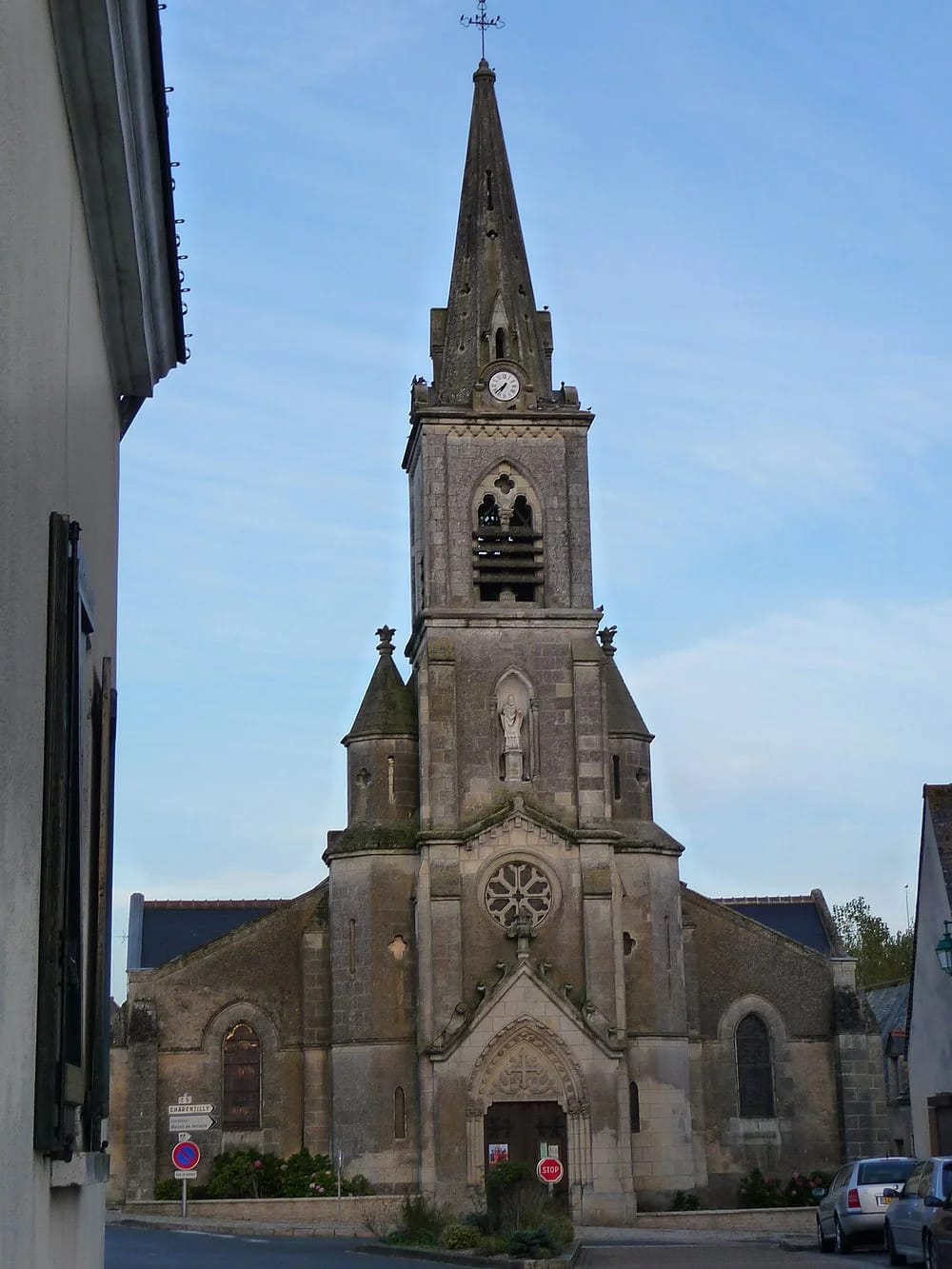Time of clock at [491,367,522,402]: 6:37
